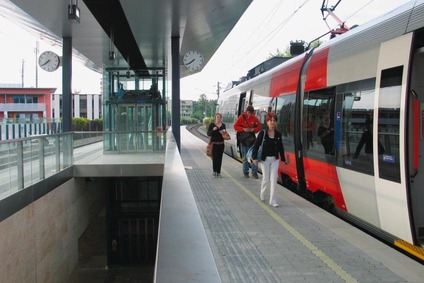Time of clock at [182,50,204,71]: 7:39
